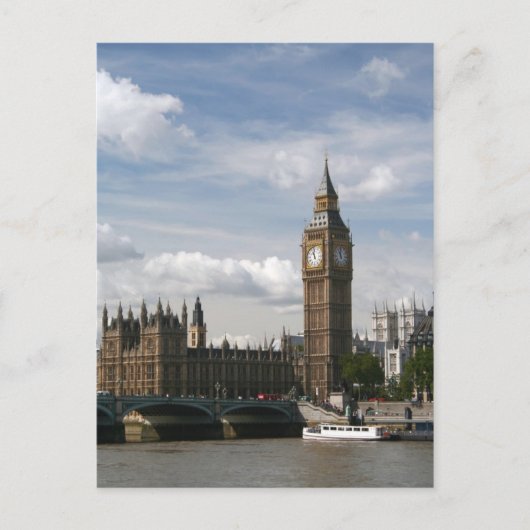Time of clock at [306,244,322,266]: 10:58
